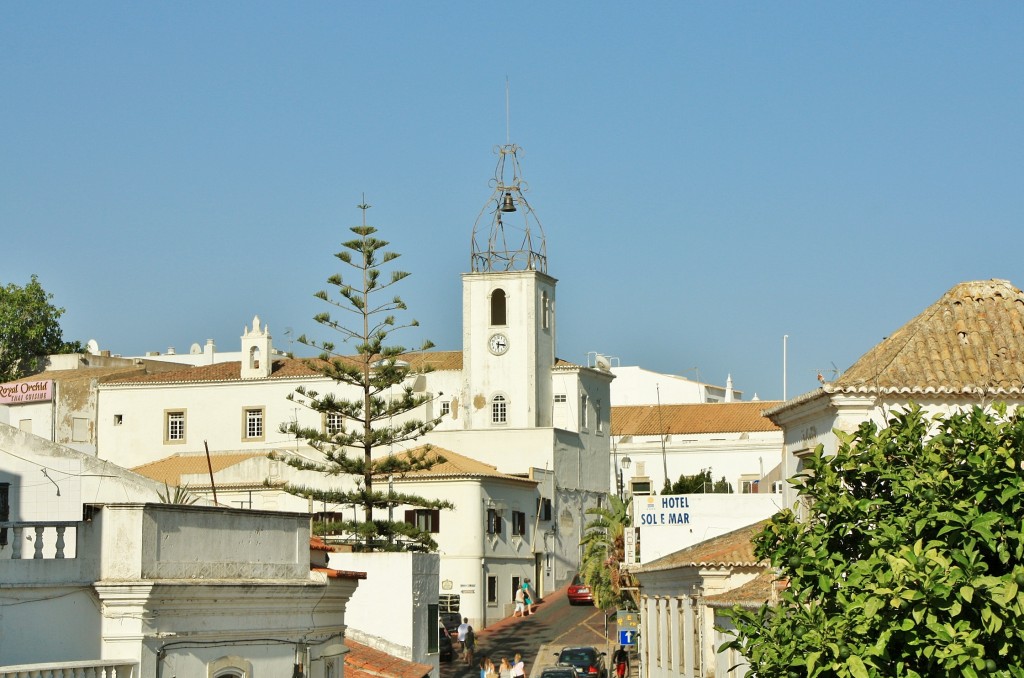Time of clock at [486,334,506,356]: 6:16
